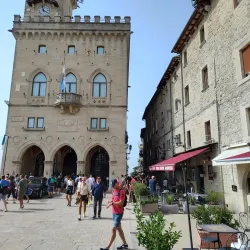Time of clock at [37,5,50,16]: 3:58
